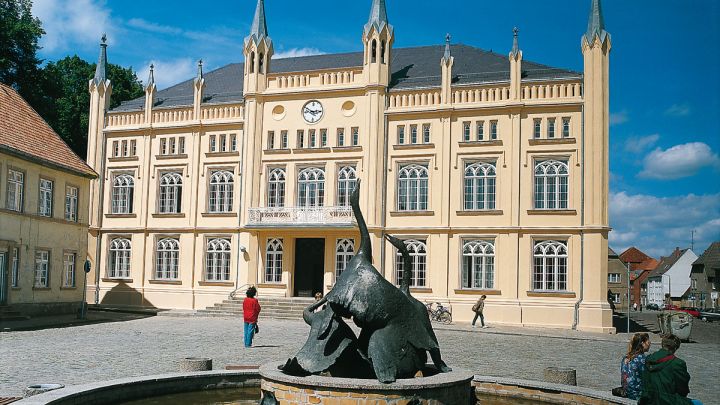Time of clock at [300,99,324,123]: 2:48
